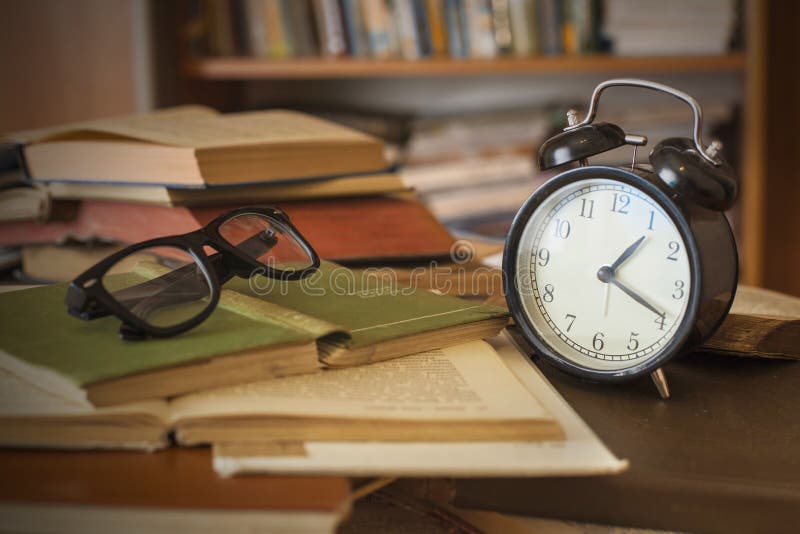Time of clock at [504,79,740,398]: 1:19
